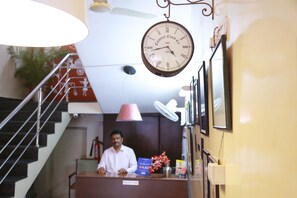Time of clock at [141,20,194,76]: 4:42
